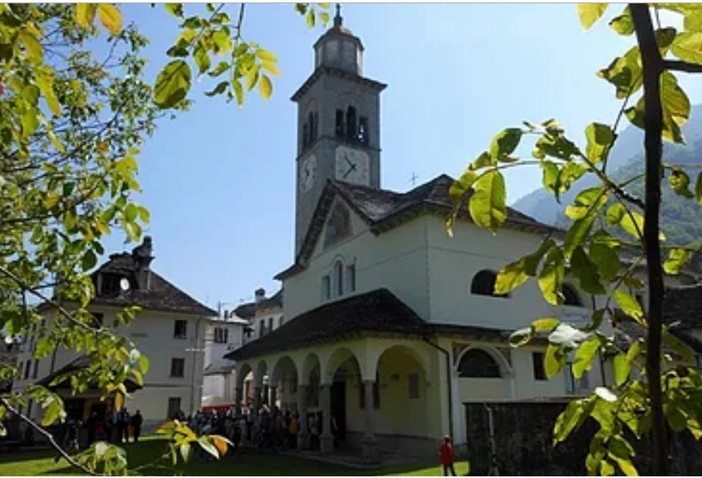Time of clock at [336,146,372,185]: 10:36
